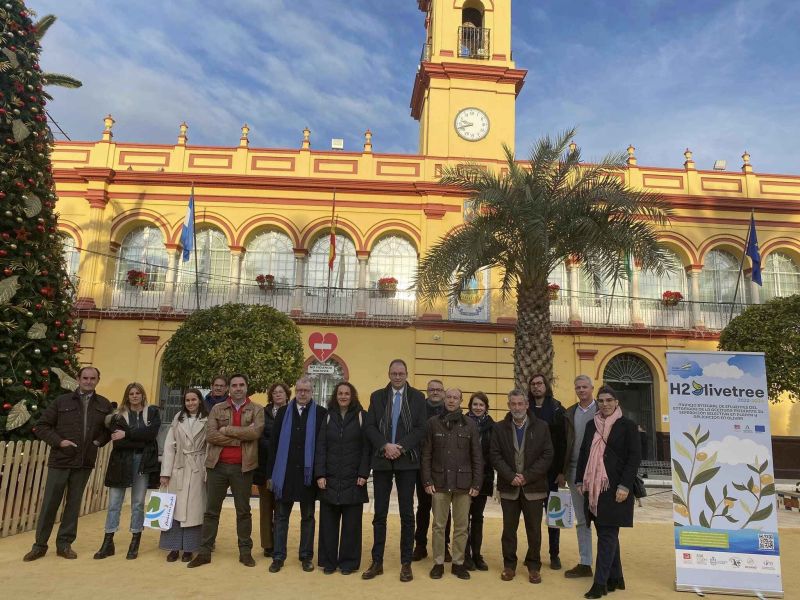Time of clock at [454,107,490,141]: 9:42
